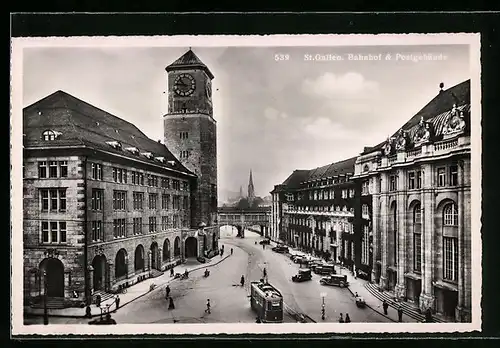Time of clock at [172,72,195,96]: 10:46
